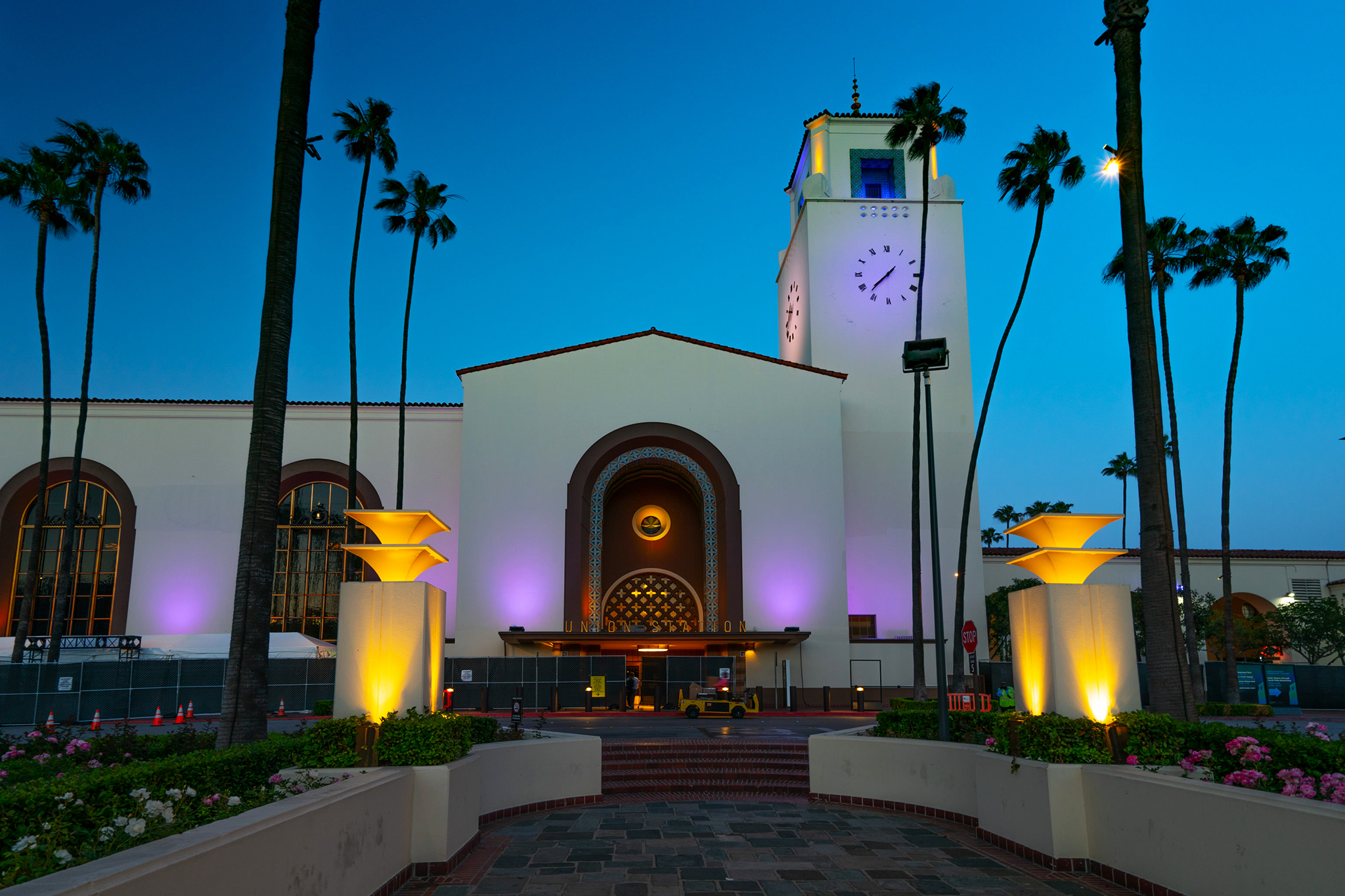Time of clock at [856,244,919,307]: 7:37
